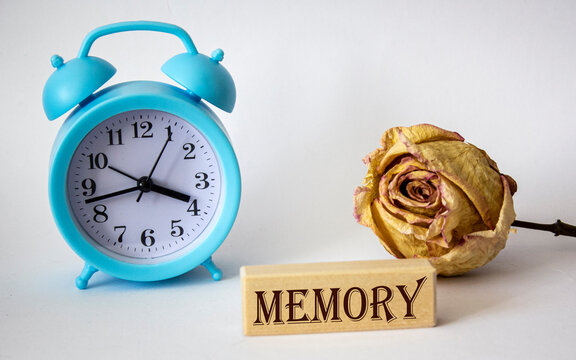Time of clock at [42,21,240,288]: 3:42
